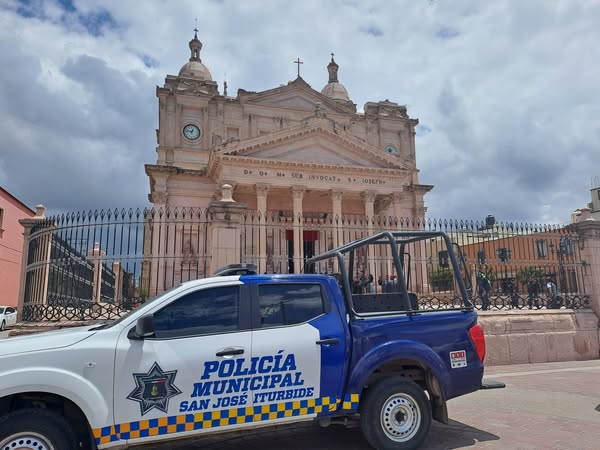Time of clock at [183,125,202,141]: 12:46
